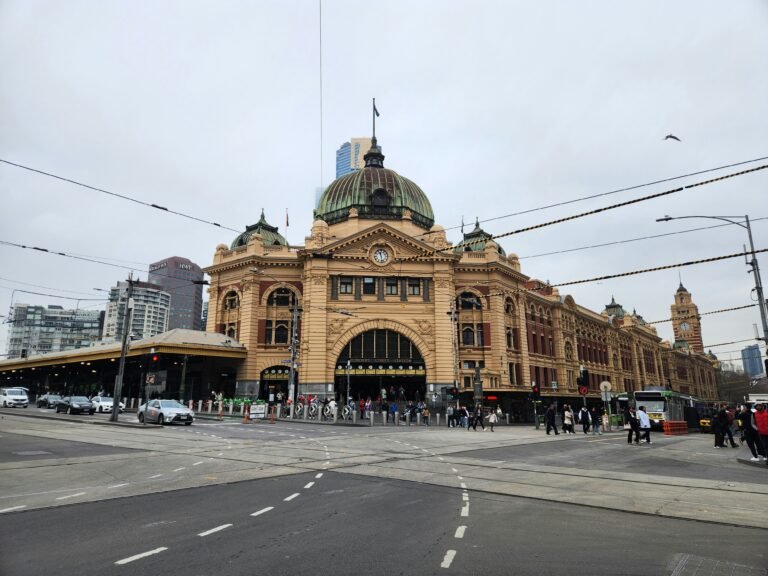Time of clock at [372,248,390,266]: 11:28
